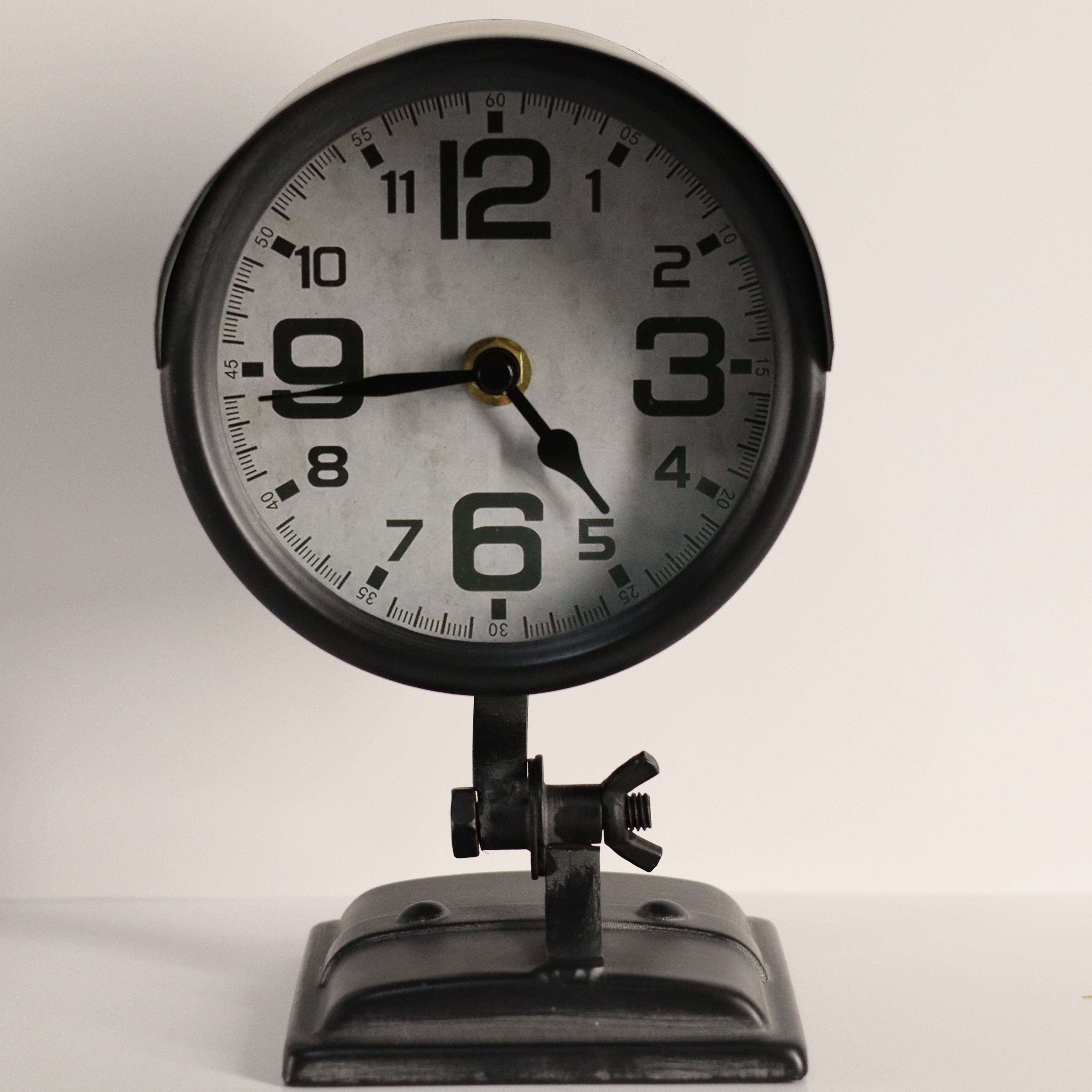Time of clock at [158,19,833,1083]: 4:44
